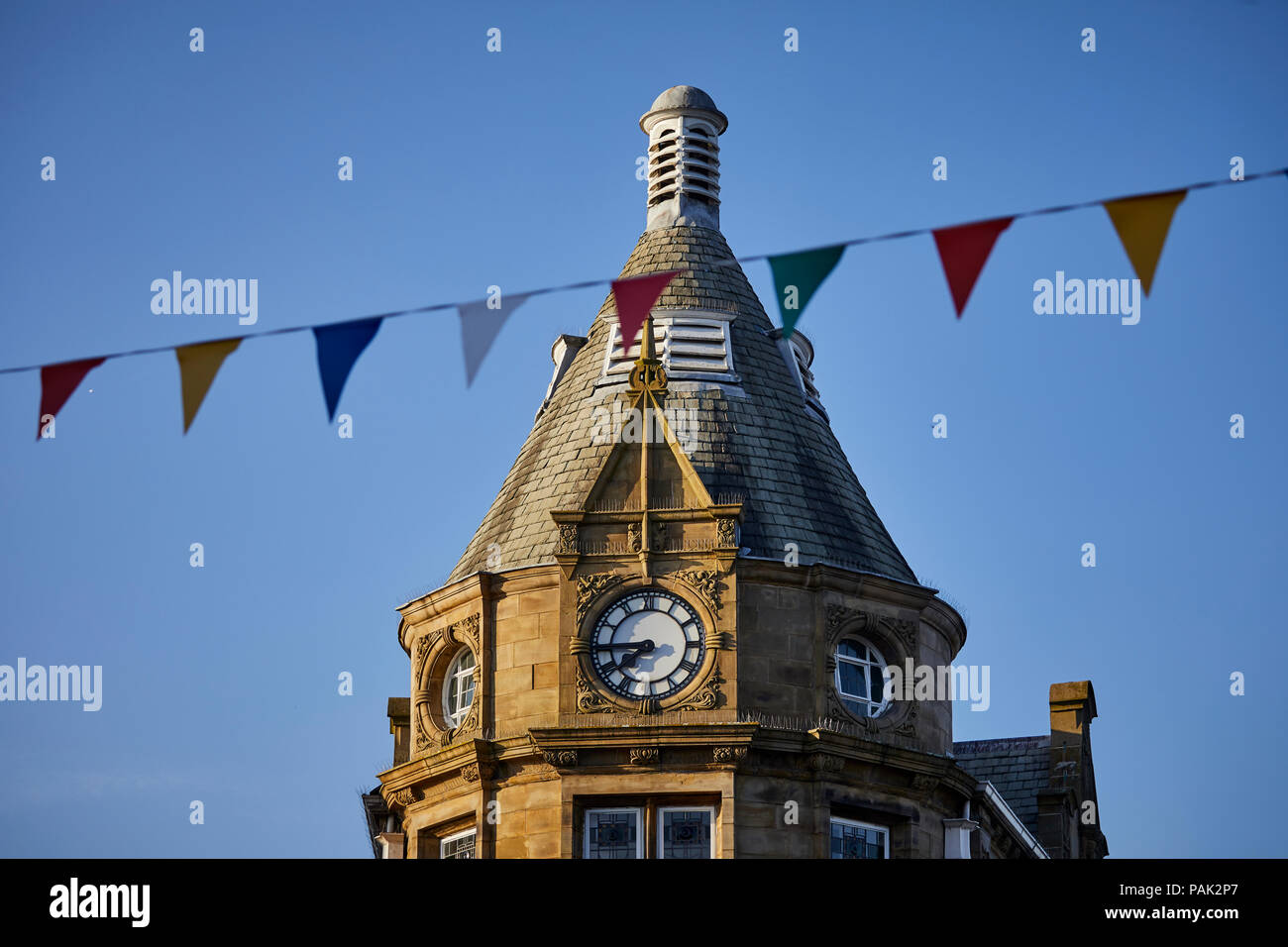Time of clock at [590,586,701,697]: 7:44
